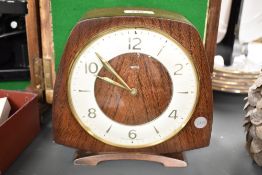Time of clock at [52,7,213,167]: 9:52
